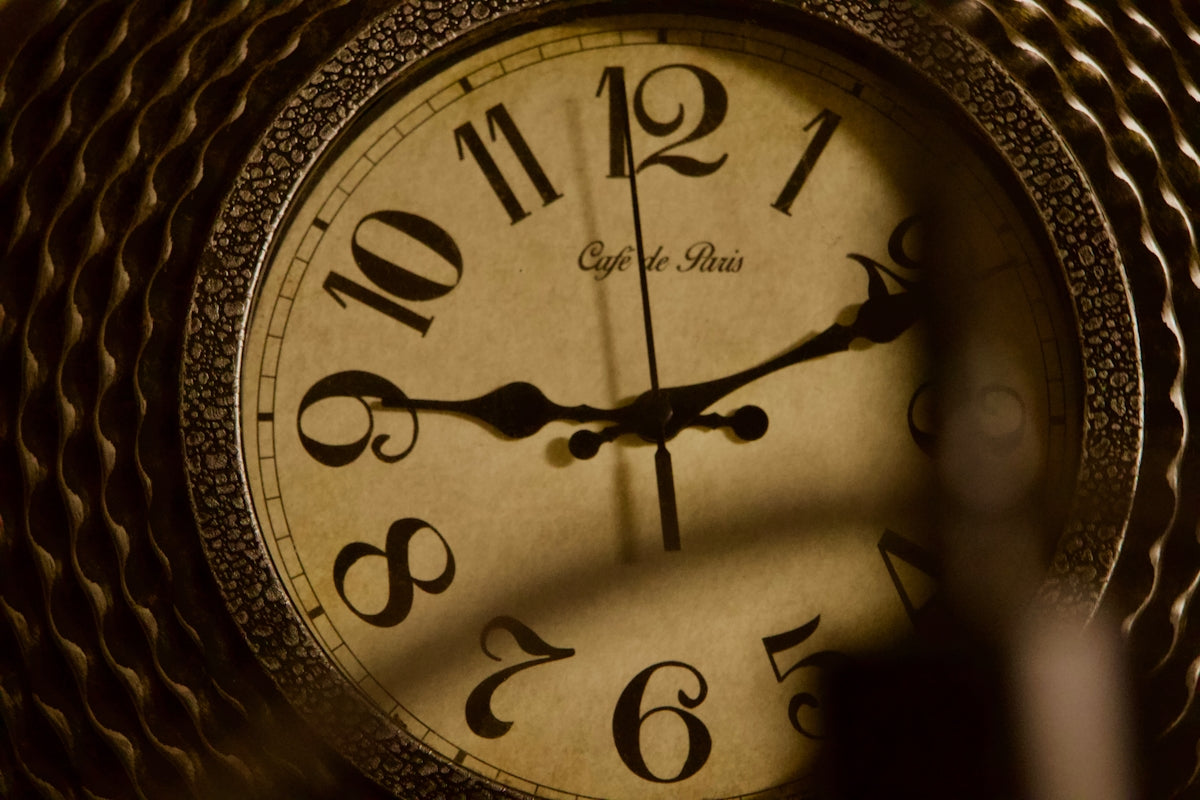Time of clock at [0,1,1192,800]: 9:10
